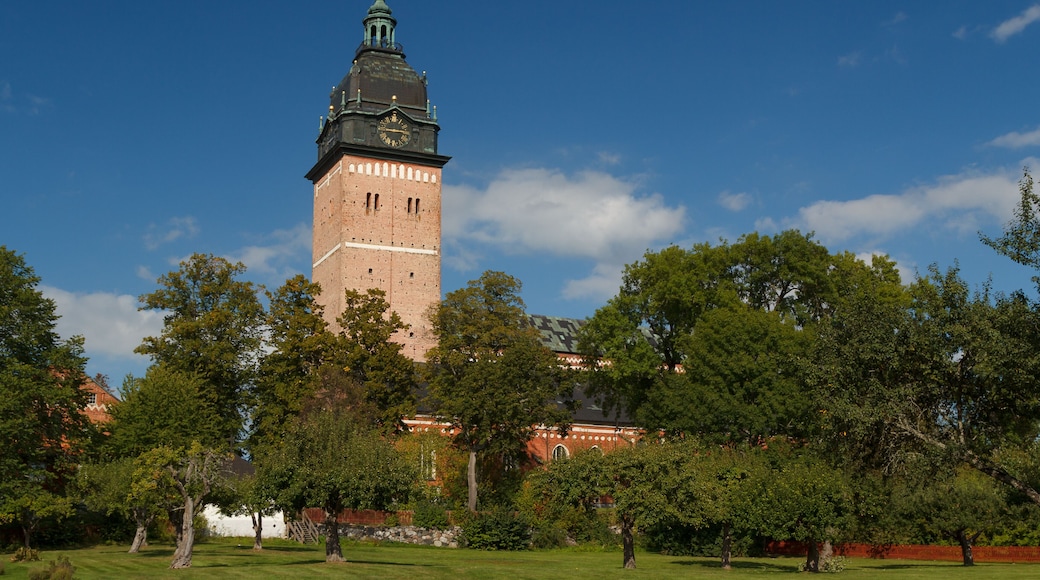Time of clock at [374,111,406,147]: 2:45
